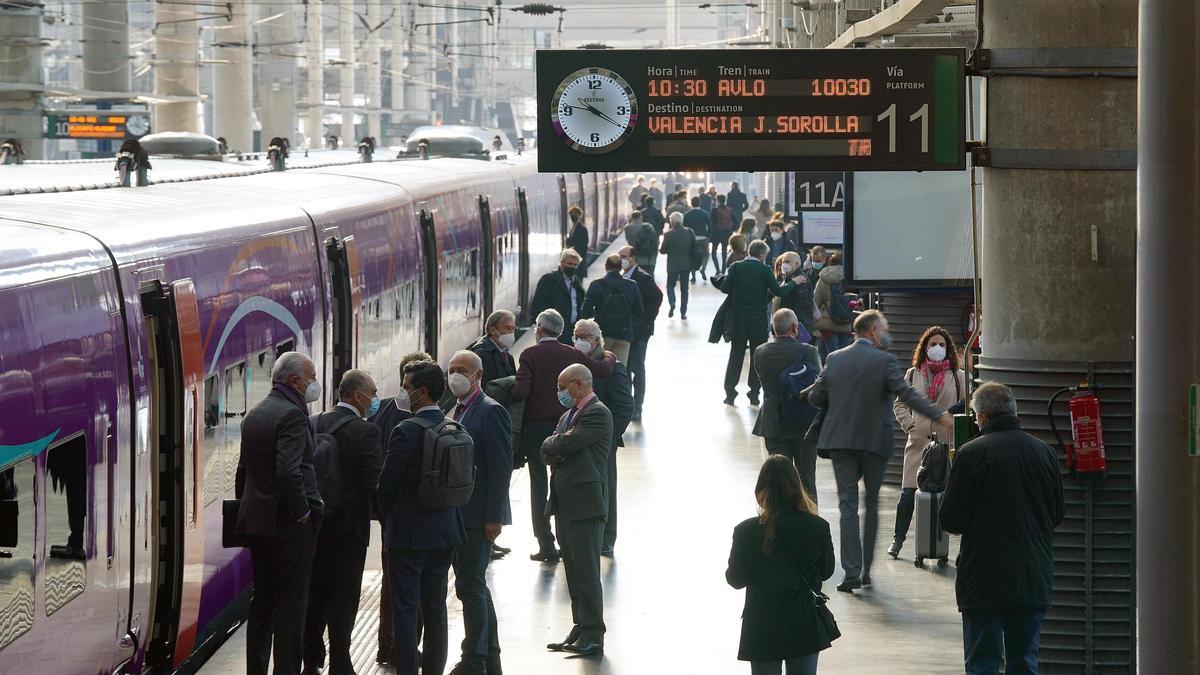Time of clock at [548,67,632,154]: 9:20
